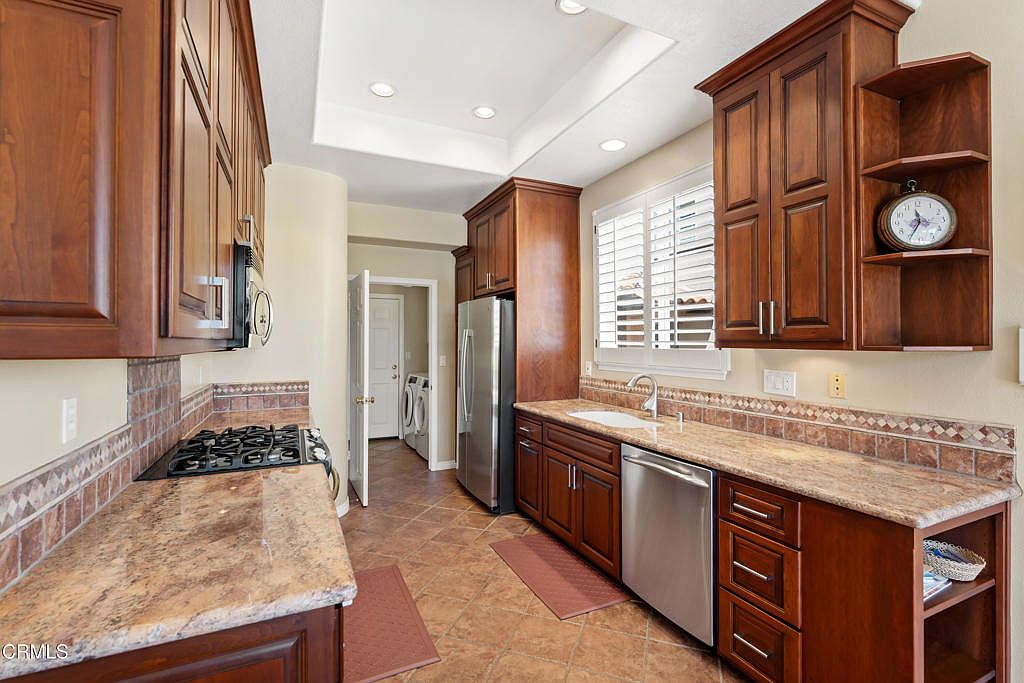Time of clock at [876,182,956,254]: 11:34
